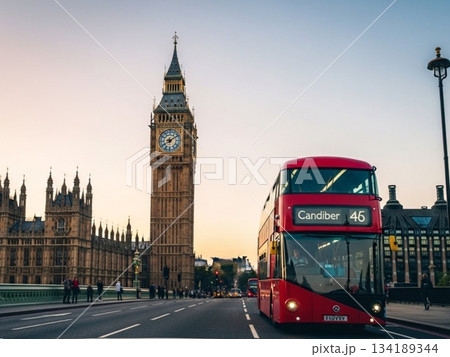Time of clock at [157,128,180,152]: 8:09
